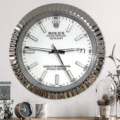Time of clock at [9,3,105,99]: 2:46
